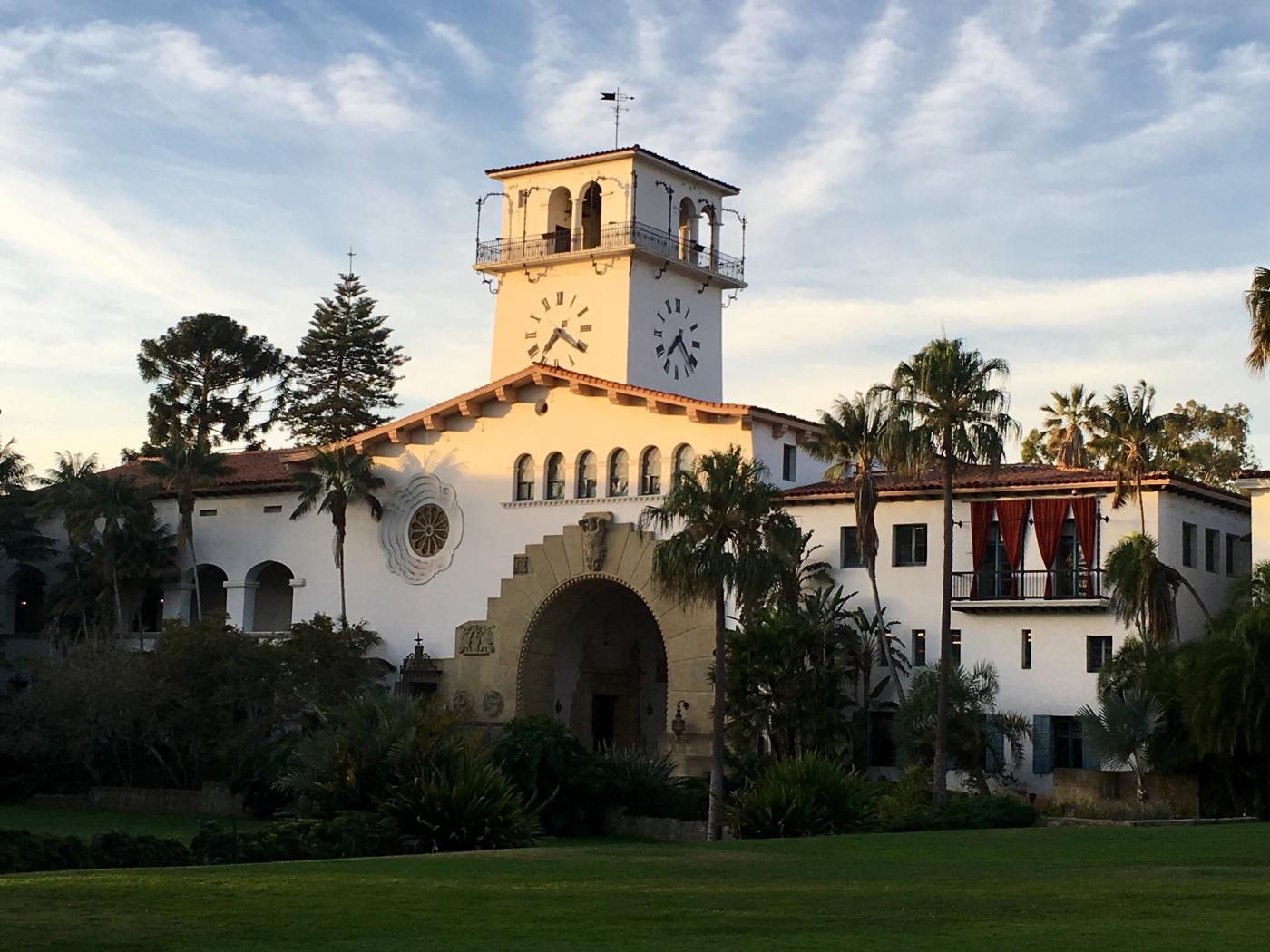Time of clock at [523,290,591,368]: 7:20
